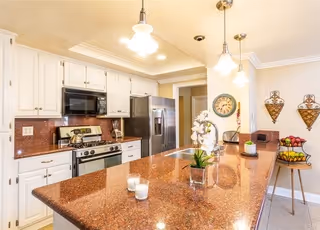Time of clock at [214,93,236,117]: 7:13
